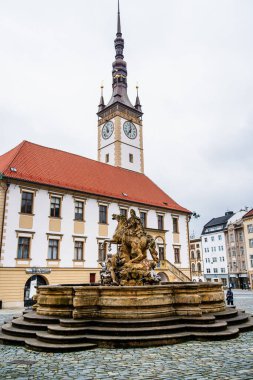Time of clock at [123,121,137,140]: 7:00
